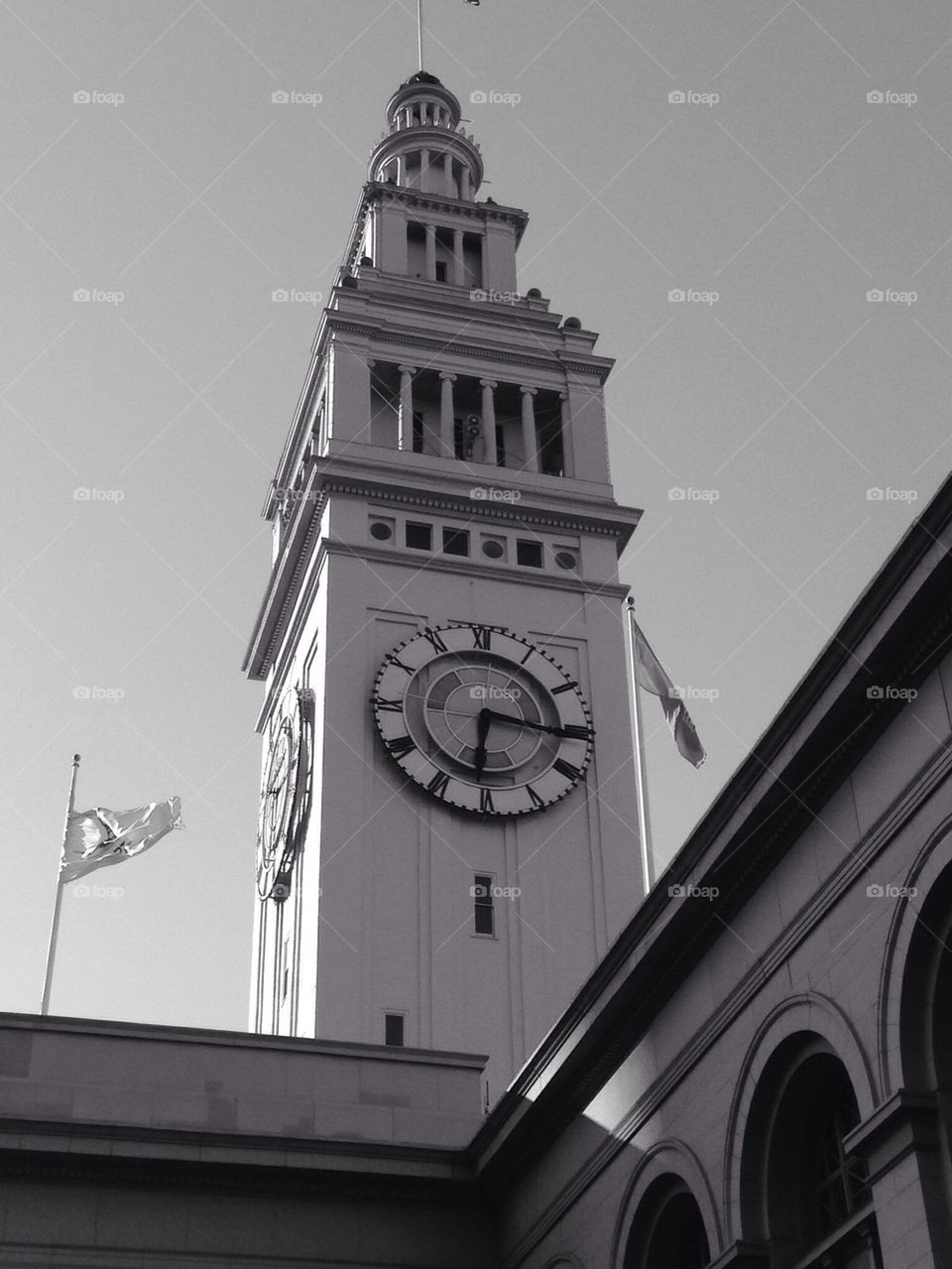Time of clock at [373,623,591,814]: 6:16
